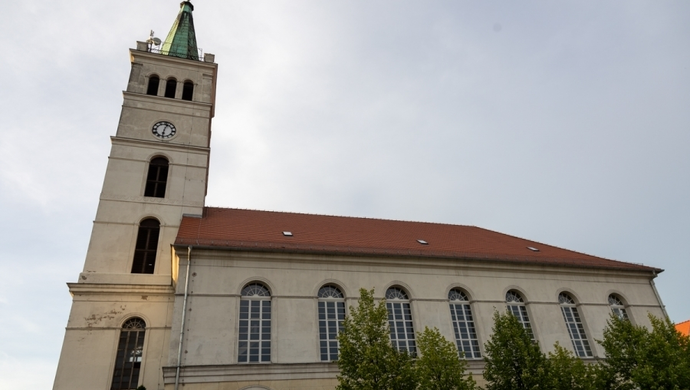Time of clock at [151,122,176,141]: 6:03
